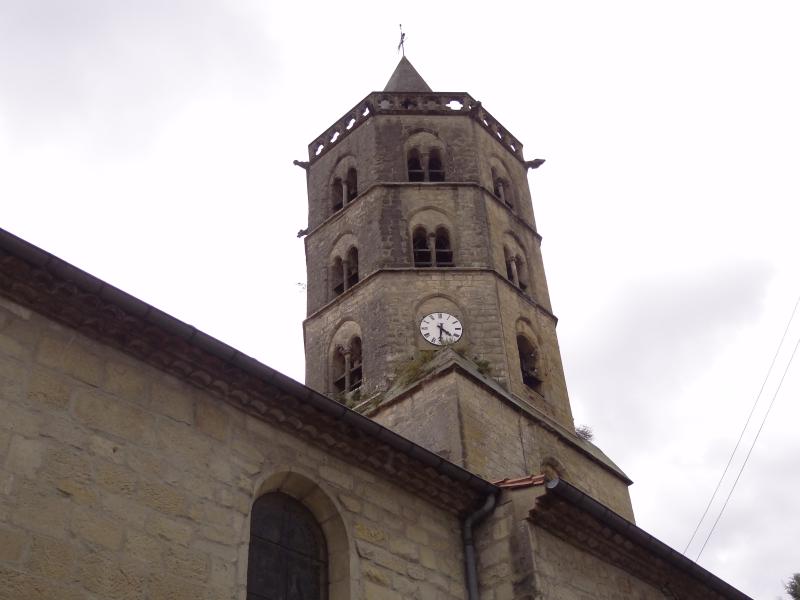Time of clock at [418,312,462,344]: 4:31
